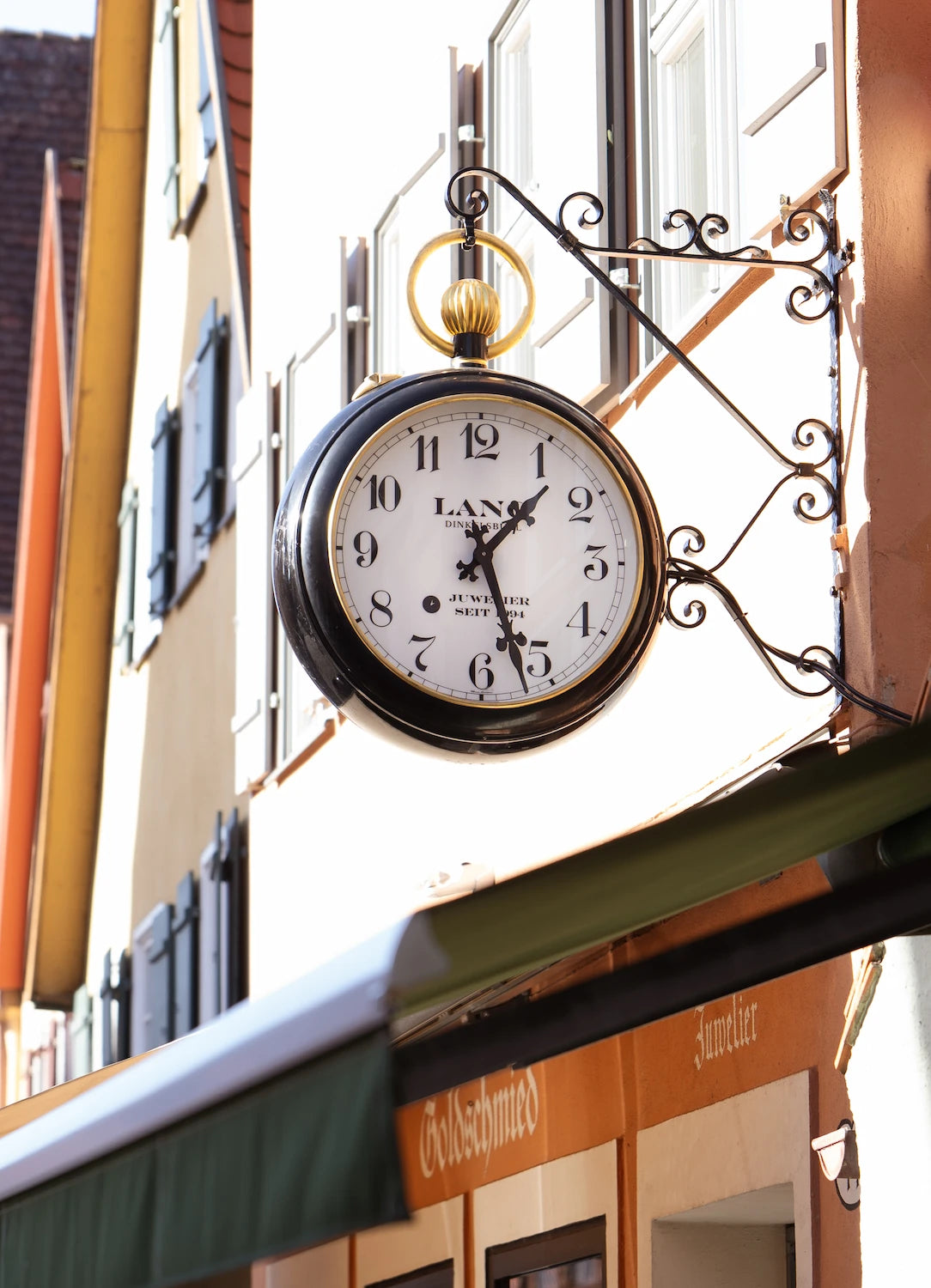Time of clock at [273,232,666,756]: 1:26
